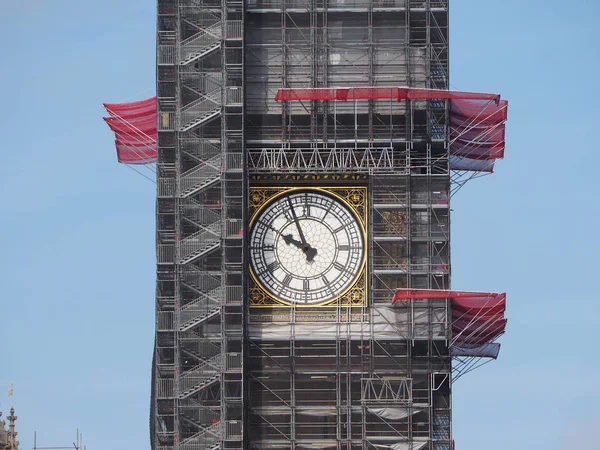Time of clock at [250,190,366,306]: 9:56
